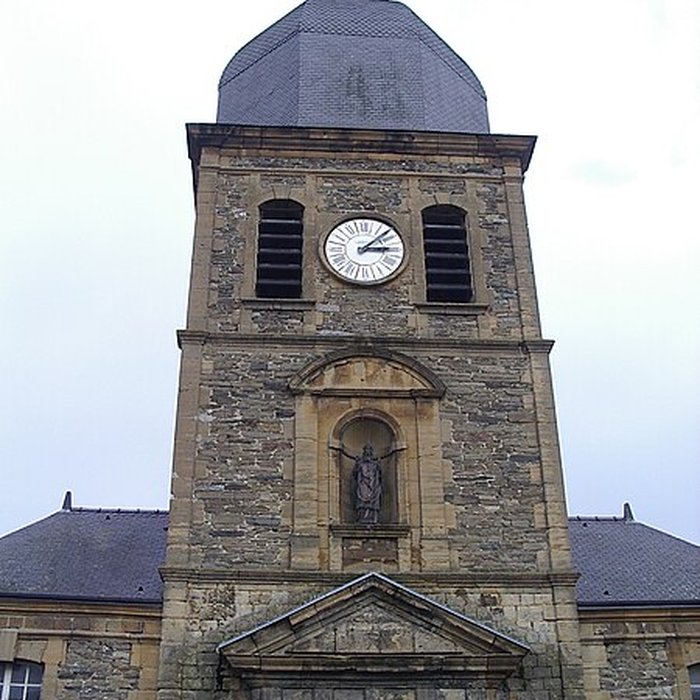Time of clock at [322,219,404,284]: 3:08
